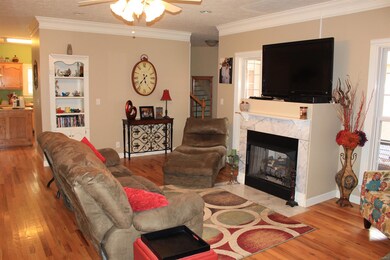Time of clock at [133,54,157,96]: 5:36
